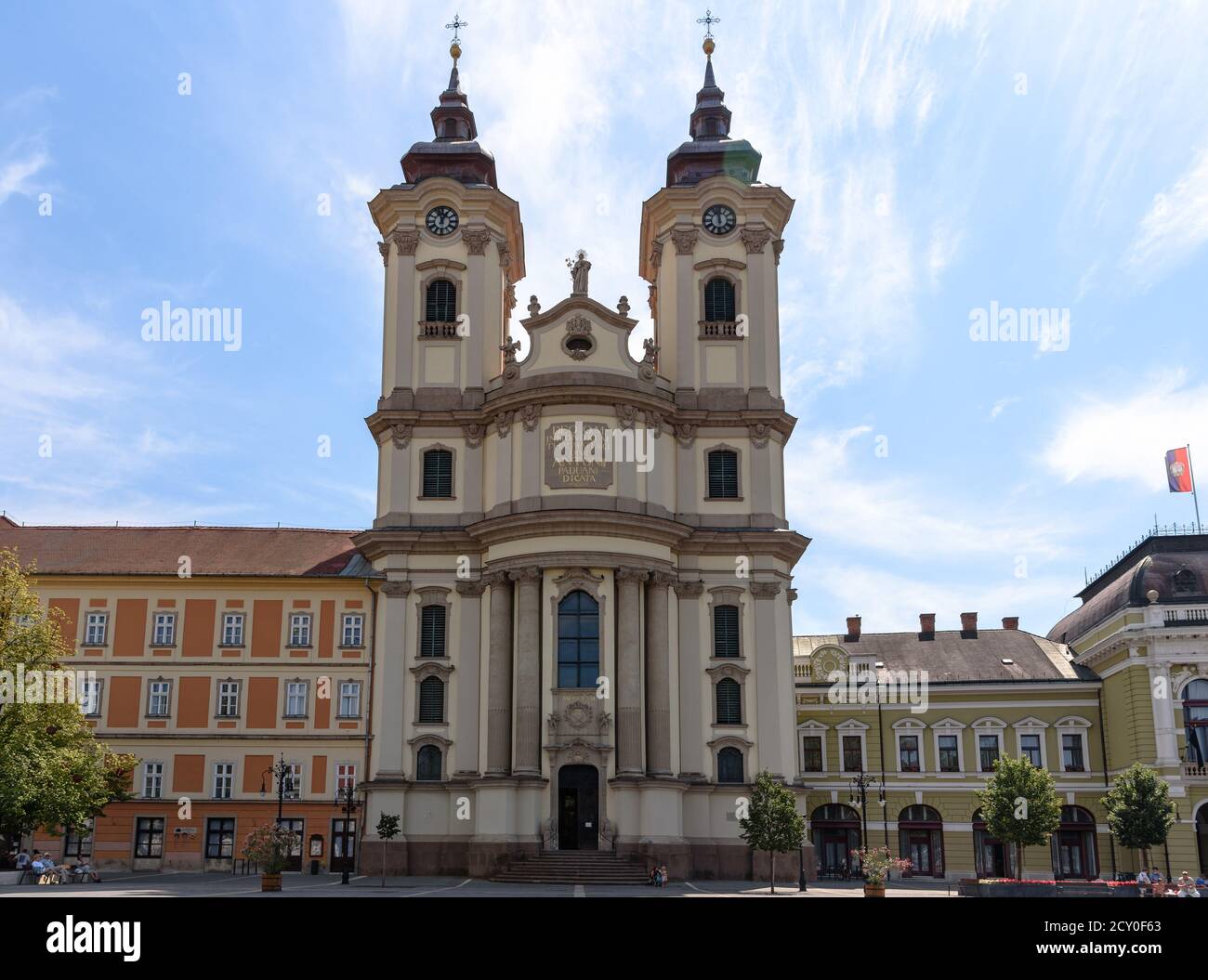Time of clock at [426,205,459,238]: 12:57
